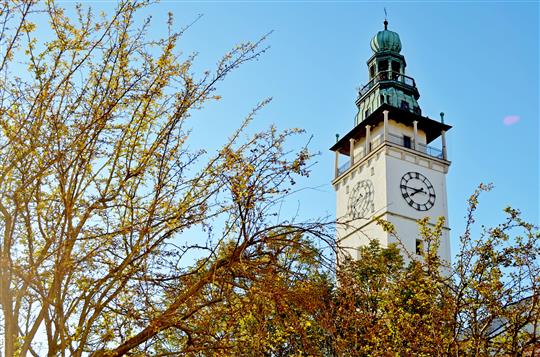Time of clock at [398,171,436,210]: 7:45
